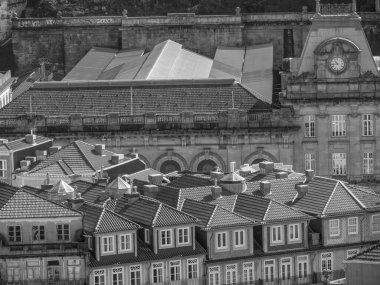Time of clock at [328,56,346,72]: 10:43
